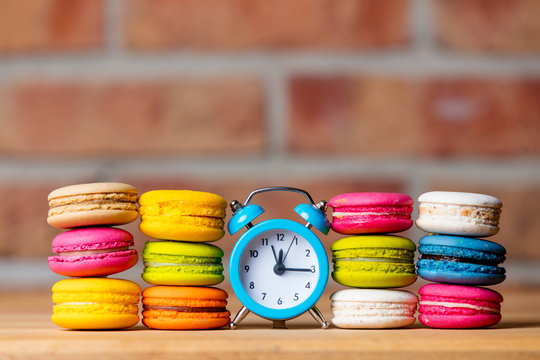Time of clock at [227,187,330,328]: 12:15
